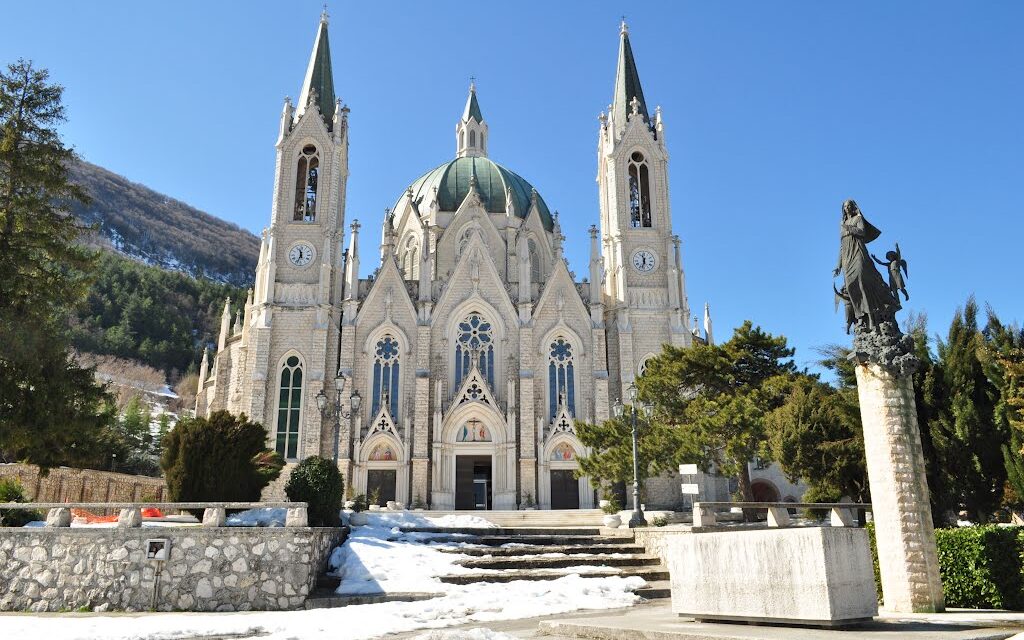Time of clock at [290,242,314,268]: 11:33
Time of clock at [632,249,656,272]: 11:32
